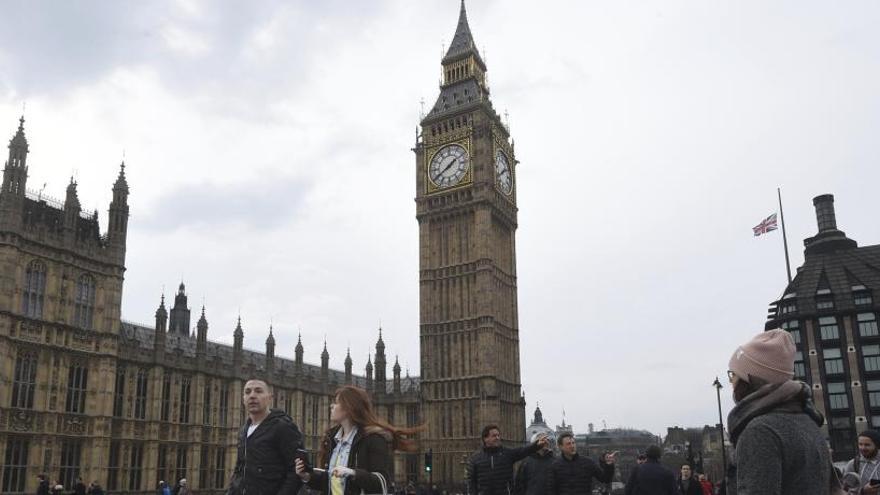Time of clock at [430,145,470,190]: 1:39
